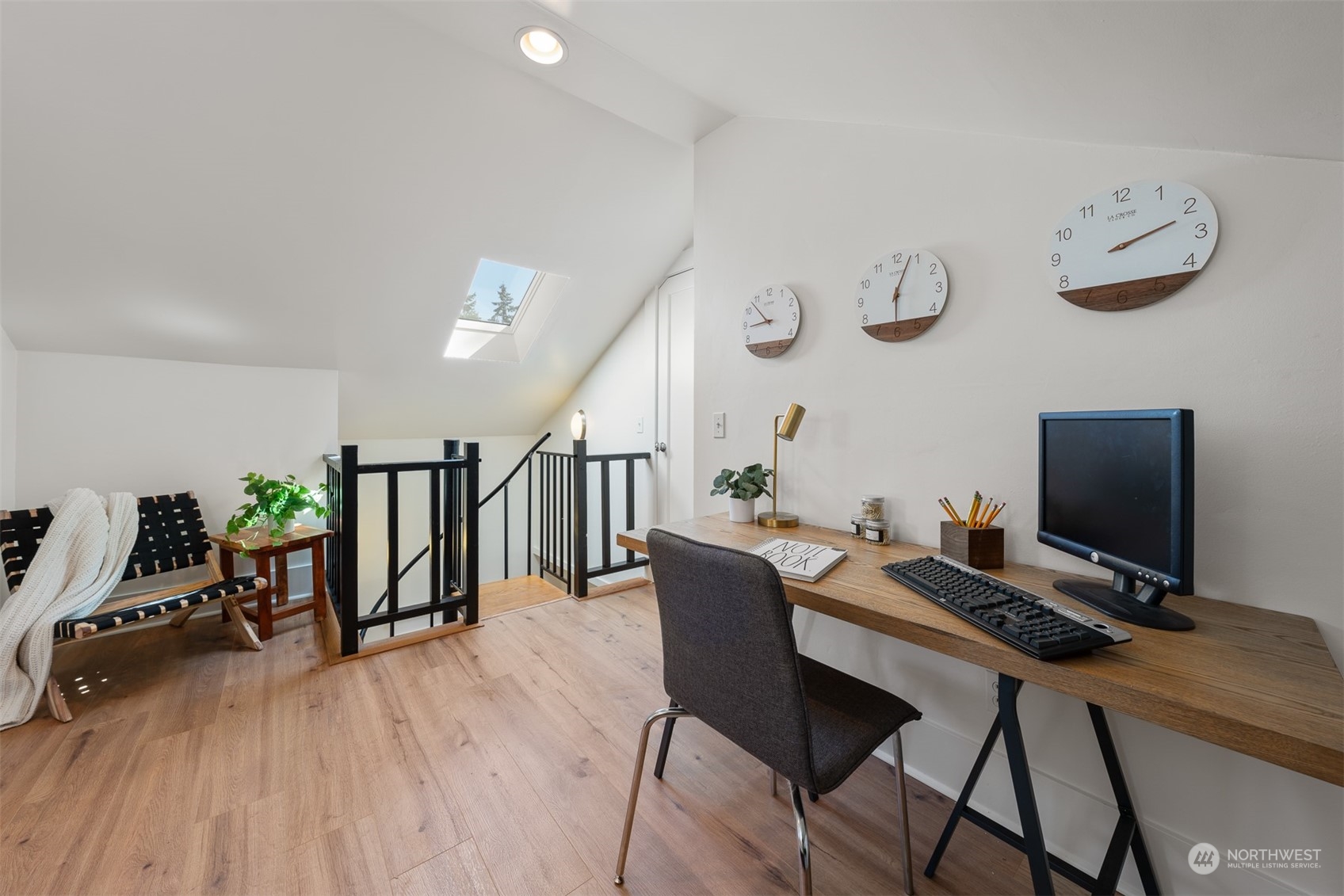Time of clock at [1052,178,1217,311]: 2:11
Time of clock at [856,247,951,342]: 6:03
